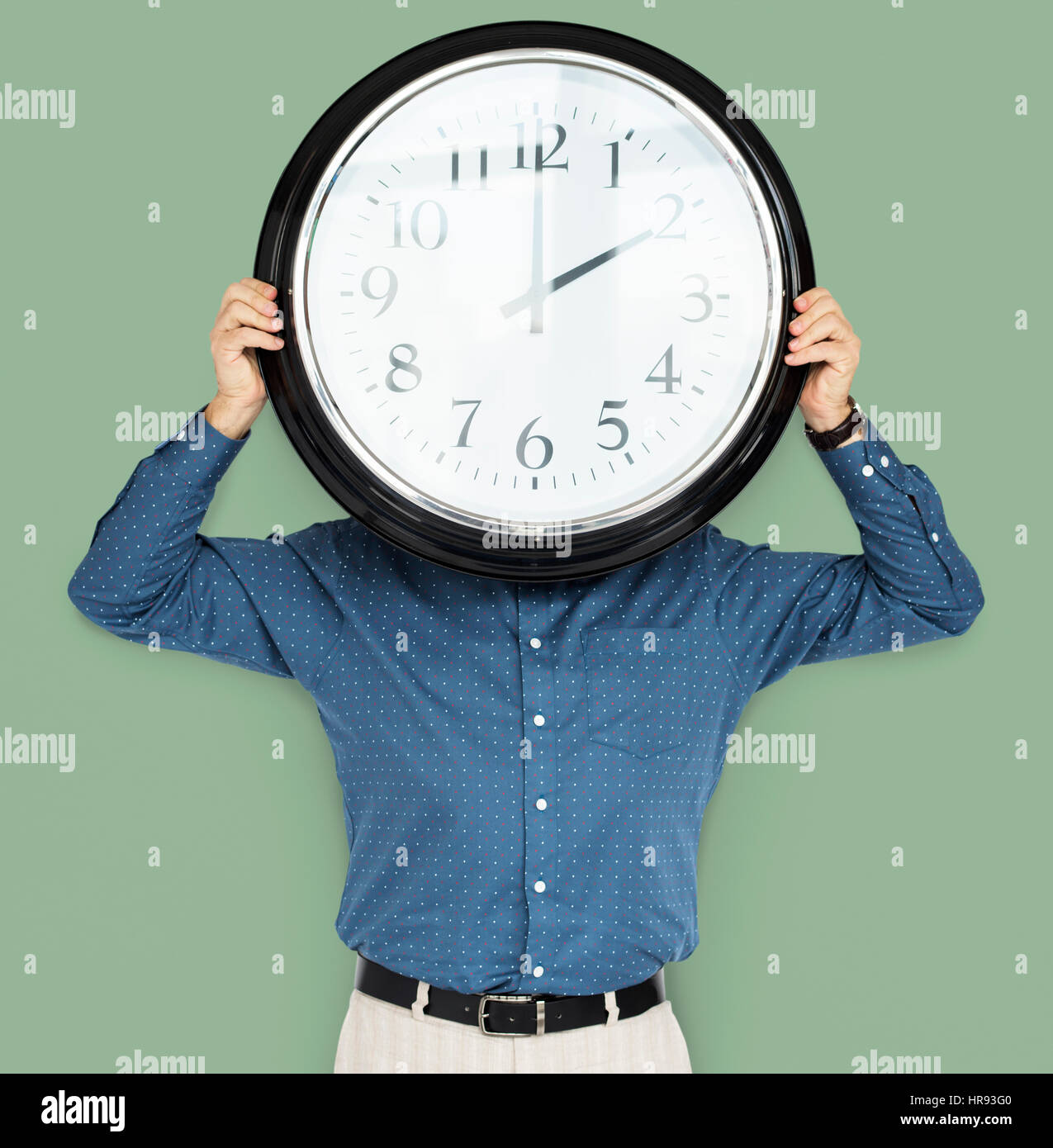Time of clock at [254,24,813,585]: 2:00
